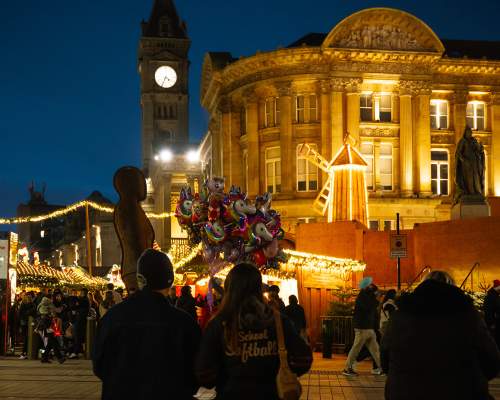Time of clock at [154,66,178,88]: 4:34
